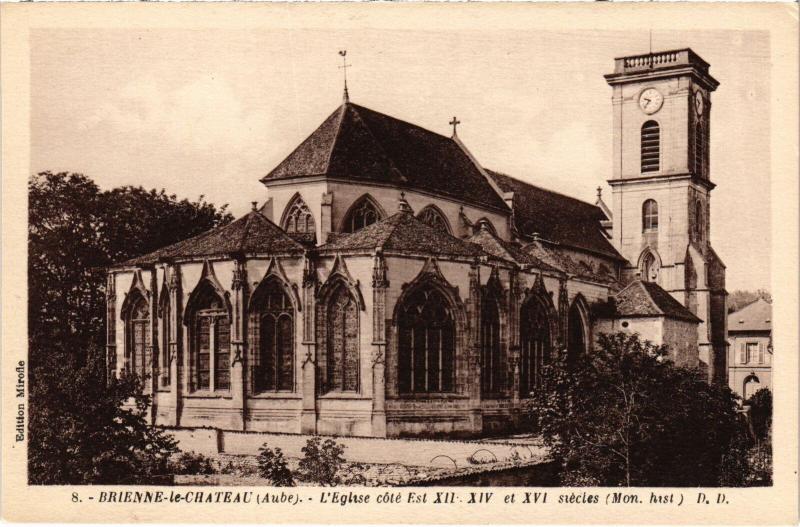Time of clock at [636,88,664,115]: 9:36
